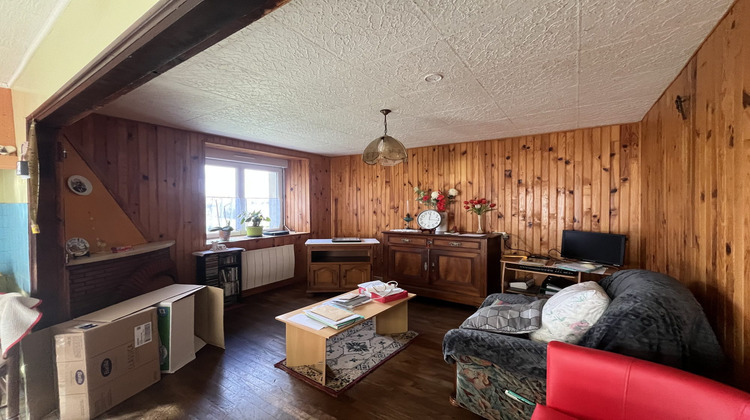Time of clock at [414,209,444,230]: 12:16
